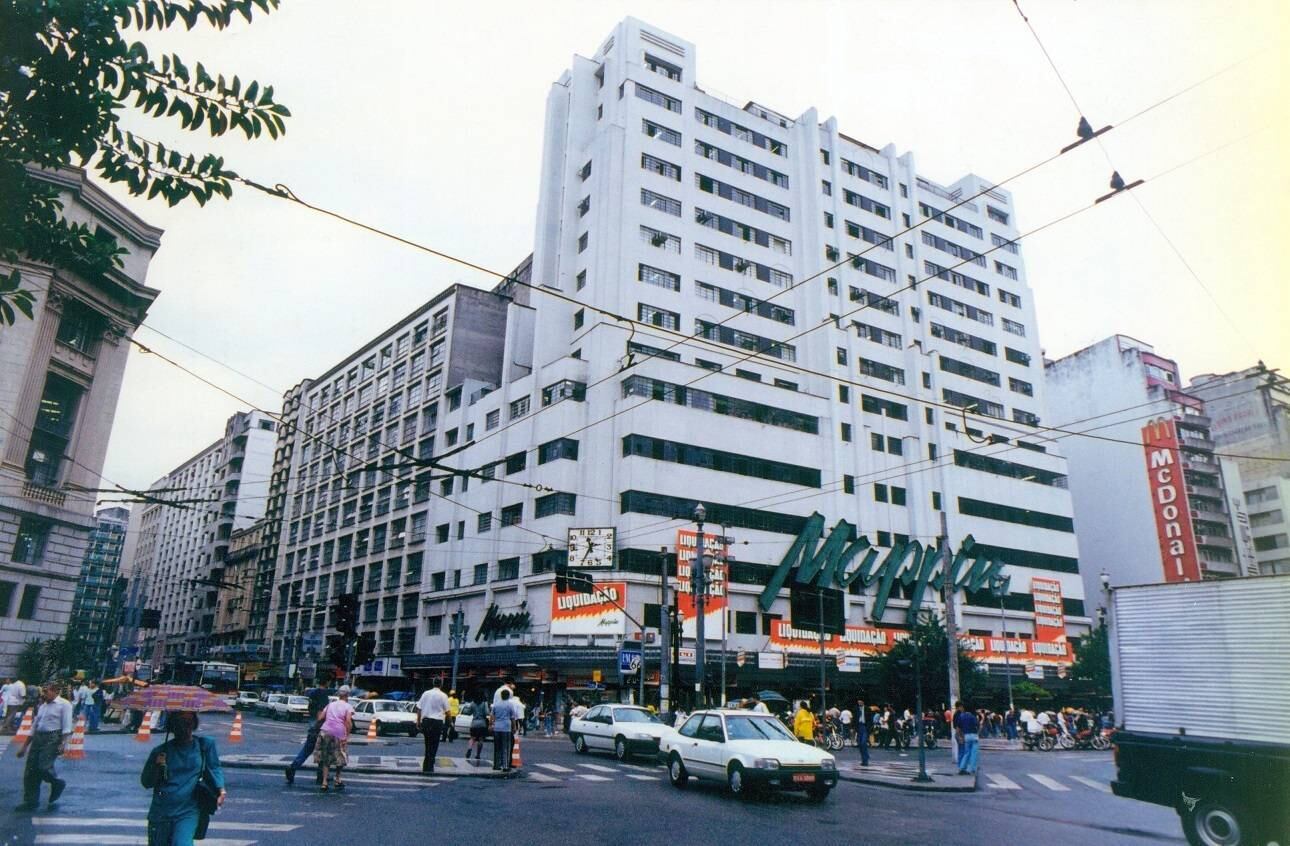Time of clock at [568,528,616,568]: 11:34
